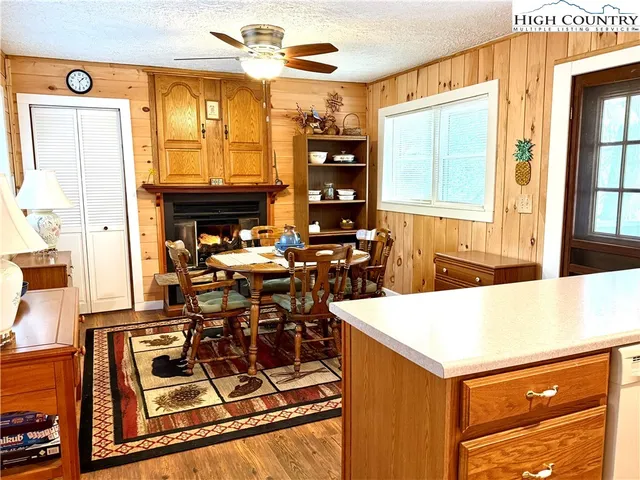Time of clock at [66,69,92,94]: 1:30
